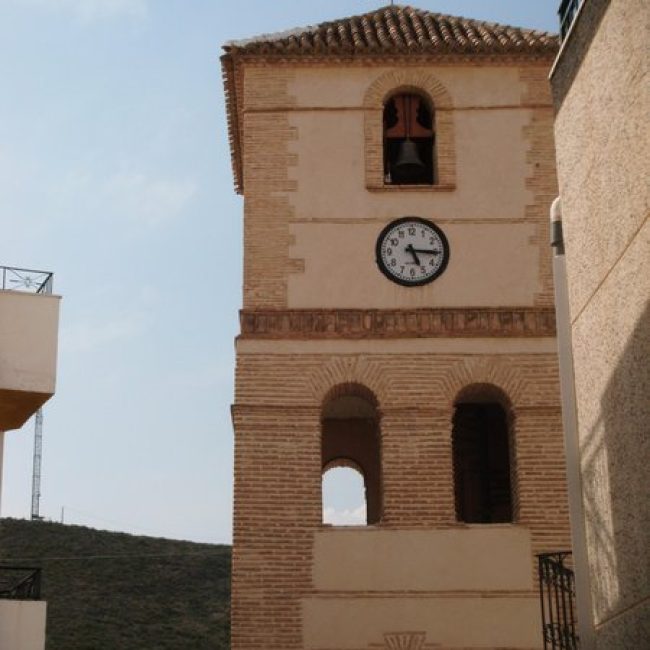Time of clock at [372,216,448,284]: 5:15
